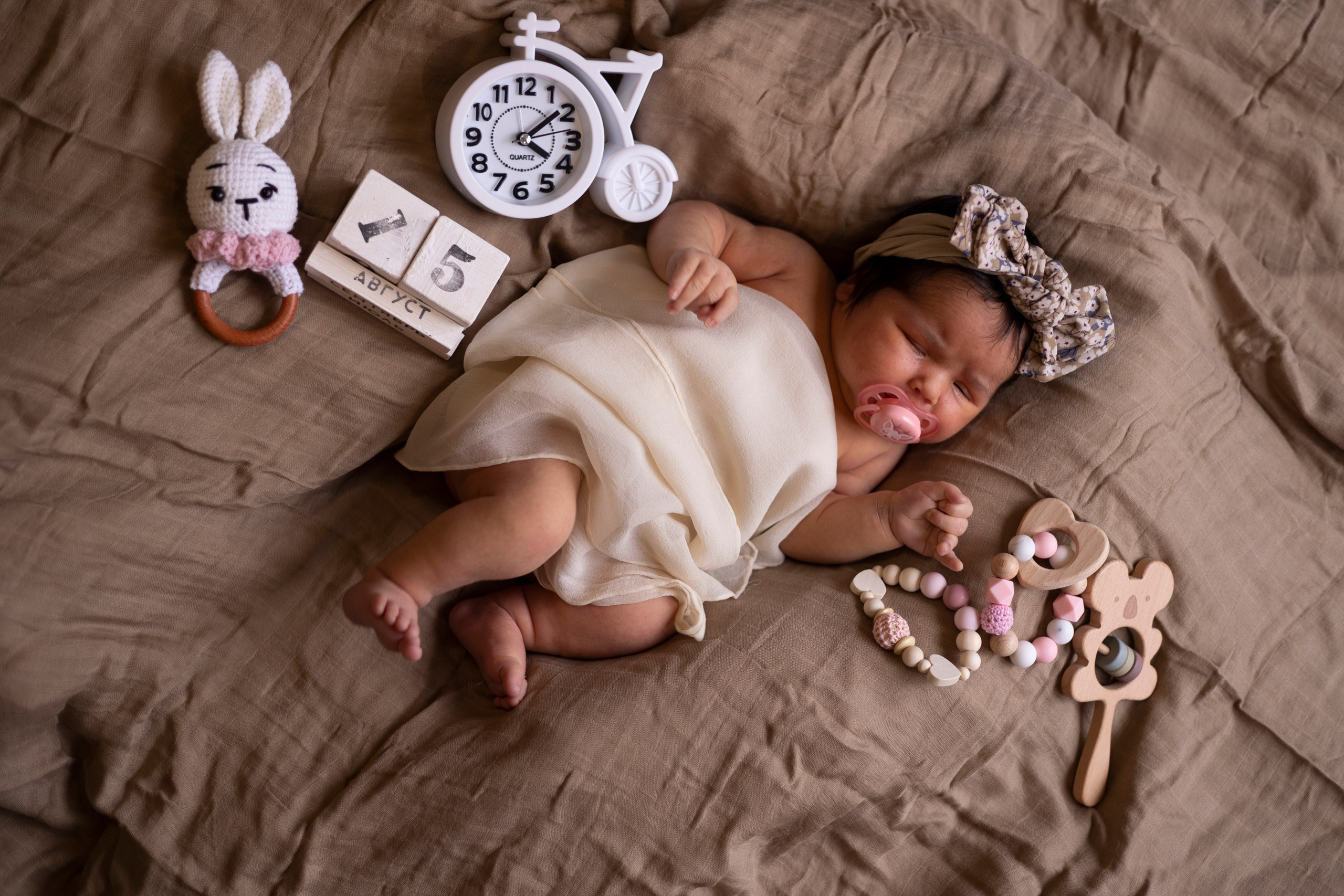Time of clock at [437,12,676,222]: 4:08
